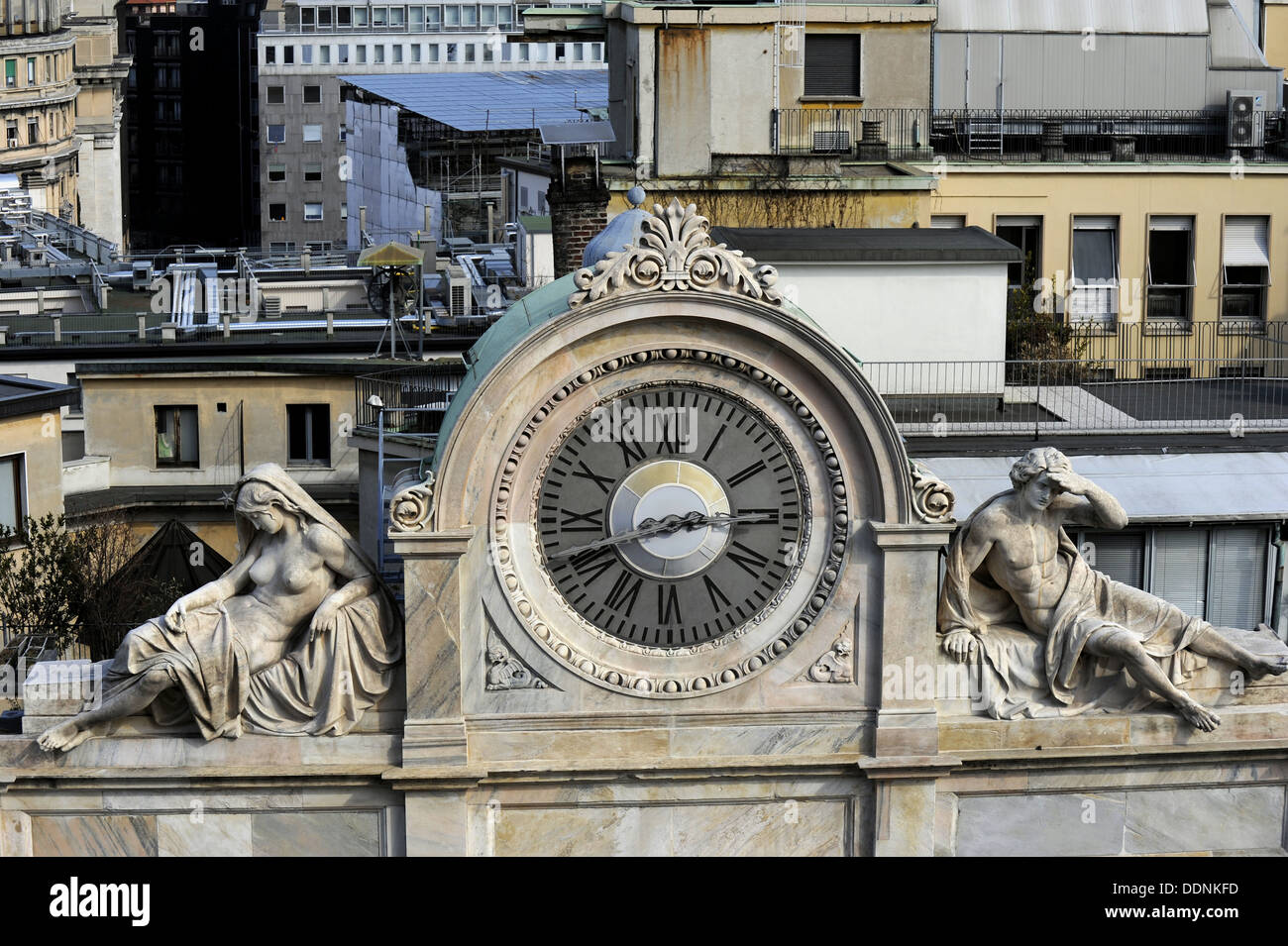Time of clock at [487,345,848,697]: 8:14
